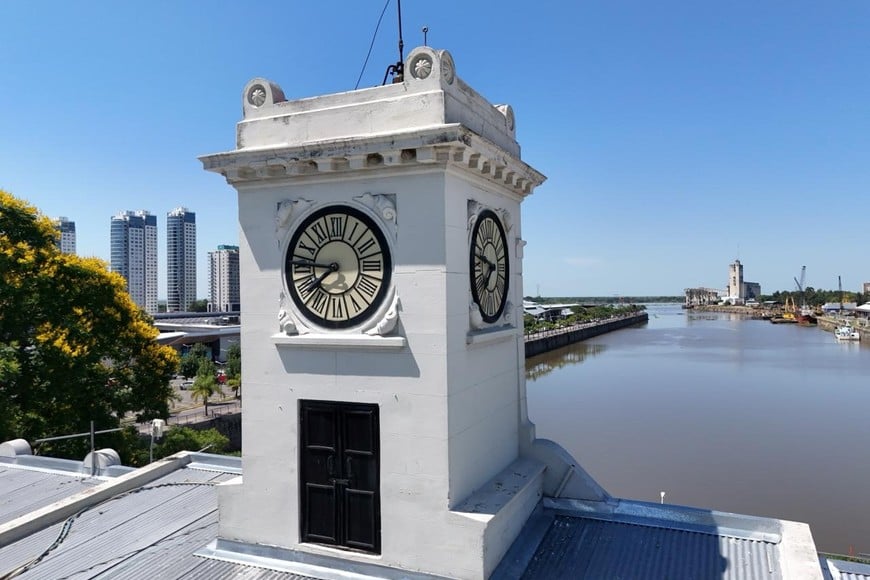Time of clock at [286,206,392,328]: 7:46
